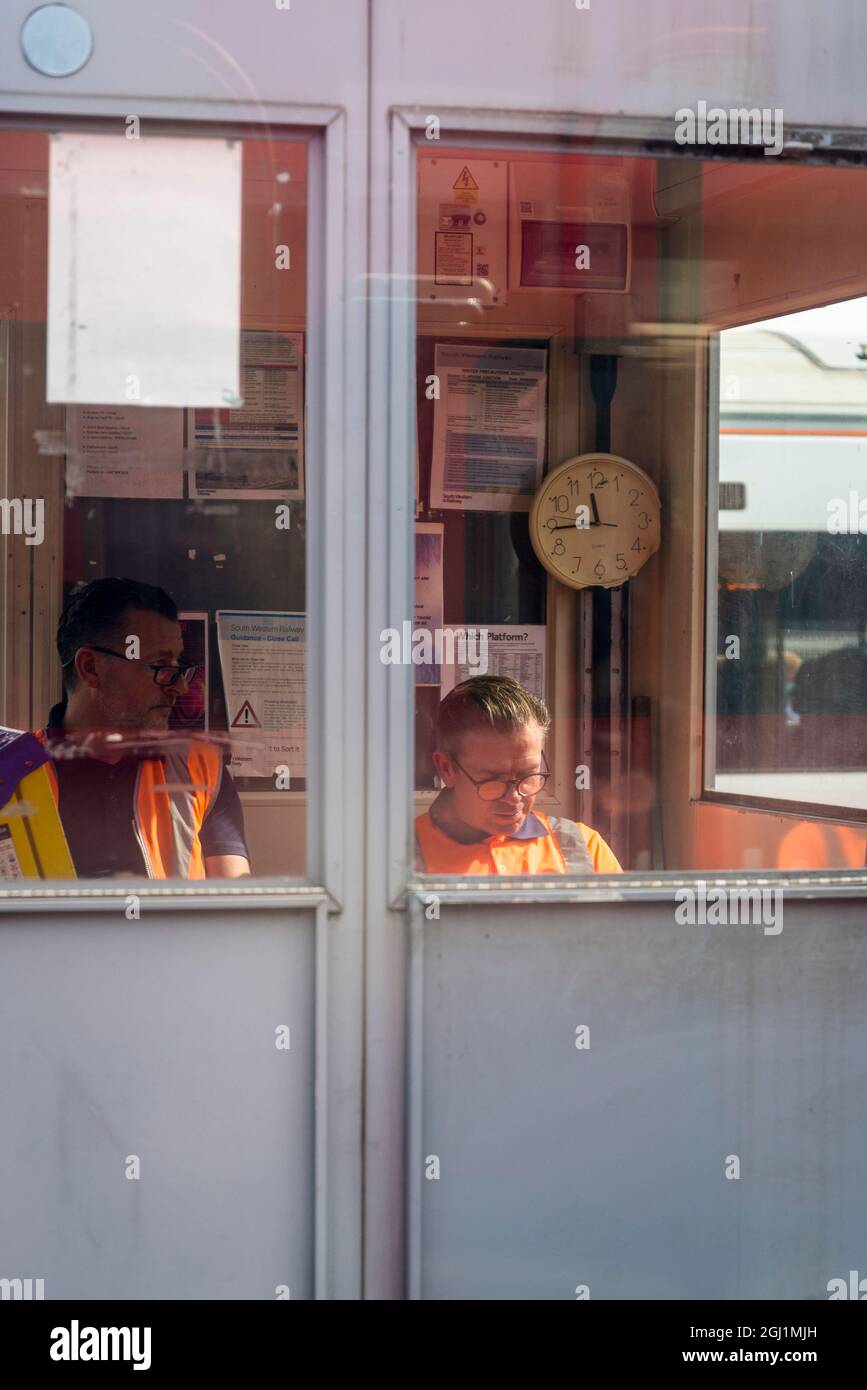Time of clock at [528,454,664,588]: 11:44
